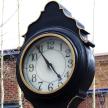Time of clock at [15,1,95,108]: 4:54
